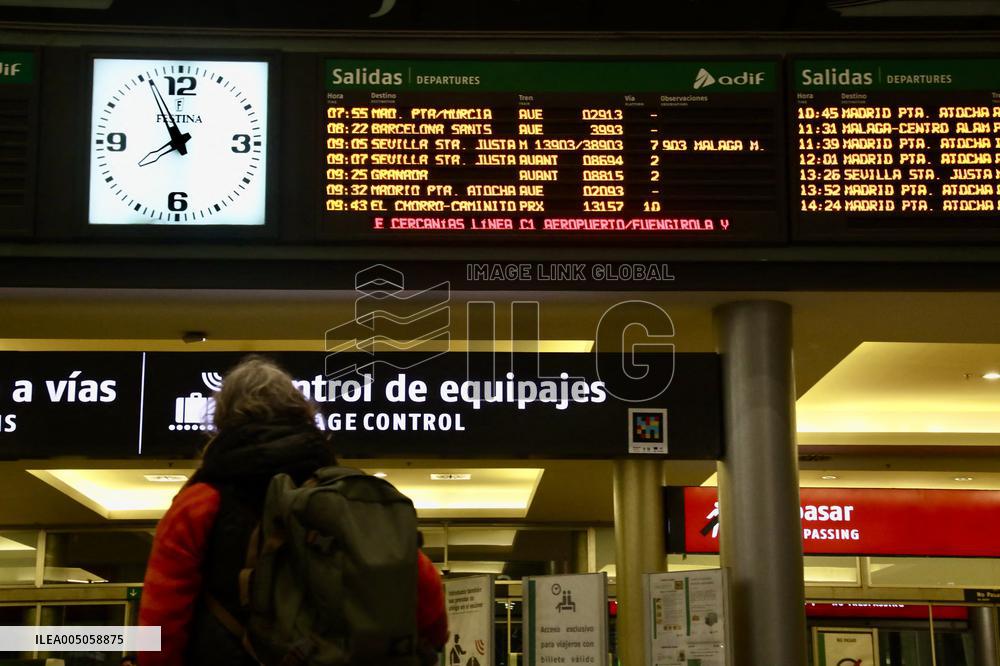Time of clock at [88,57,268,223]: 7:55
